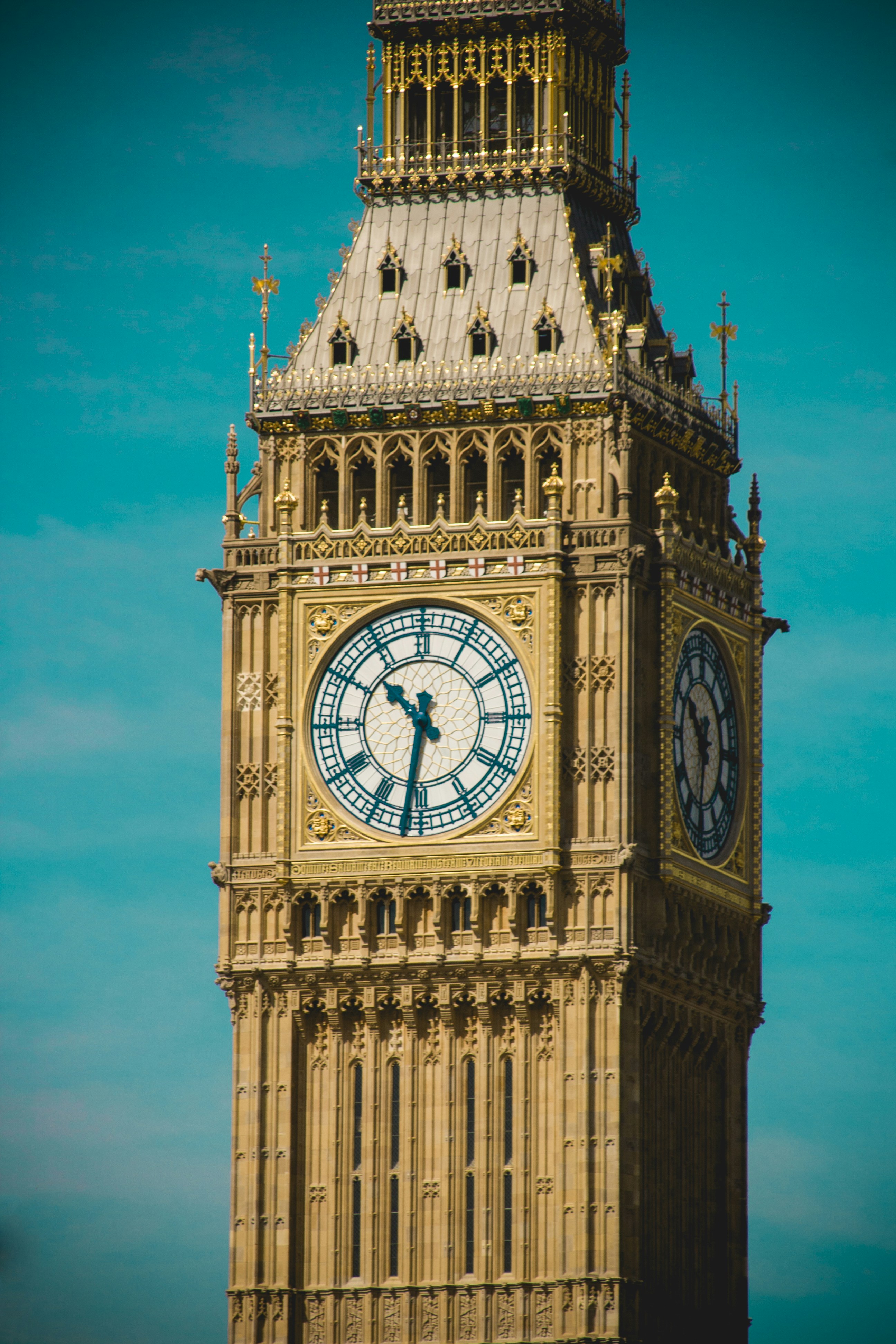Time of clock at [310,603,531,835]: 10:31
